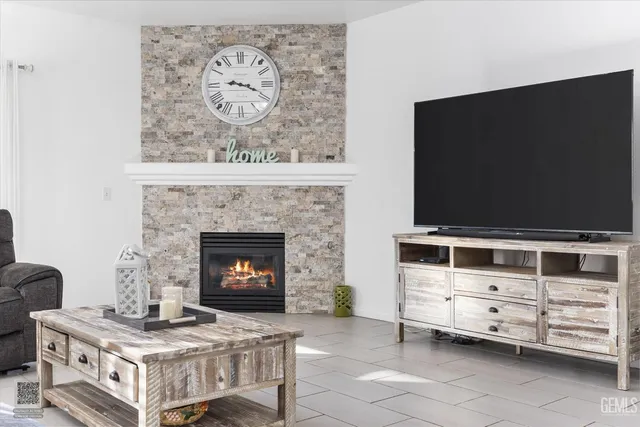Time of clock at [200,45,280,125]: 9:18
